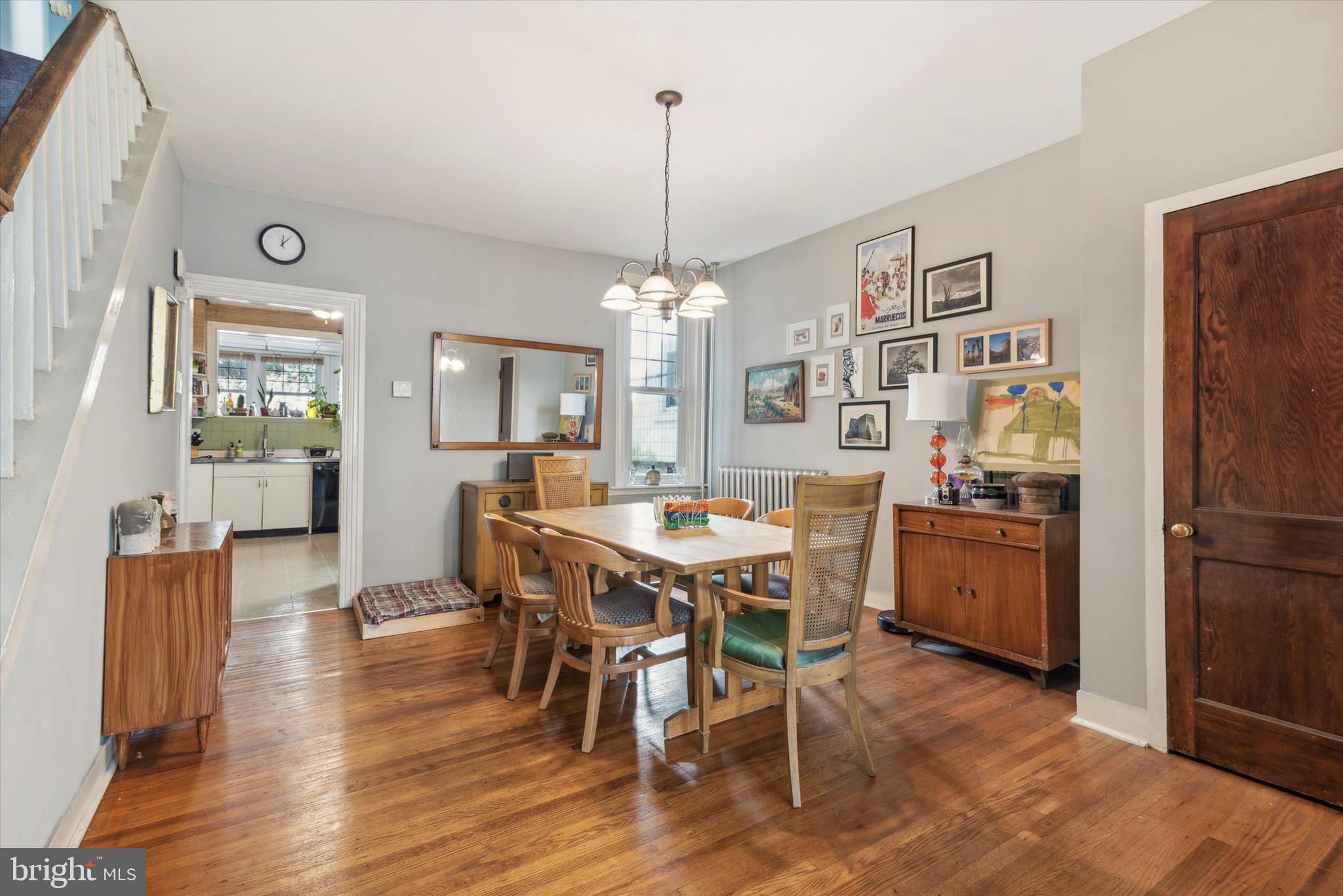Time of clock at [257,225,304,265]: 12:07
